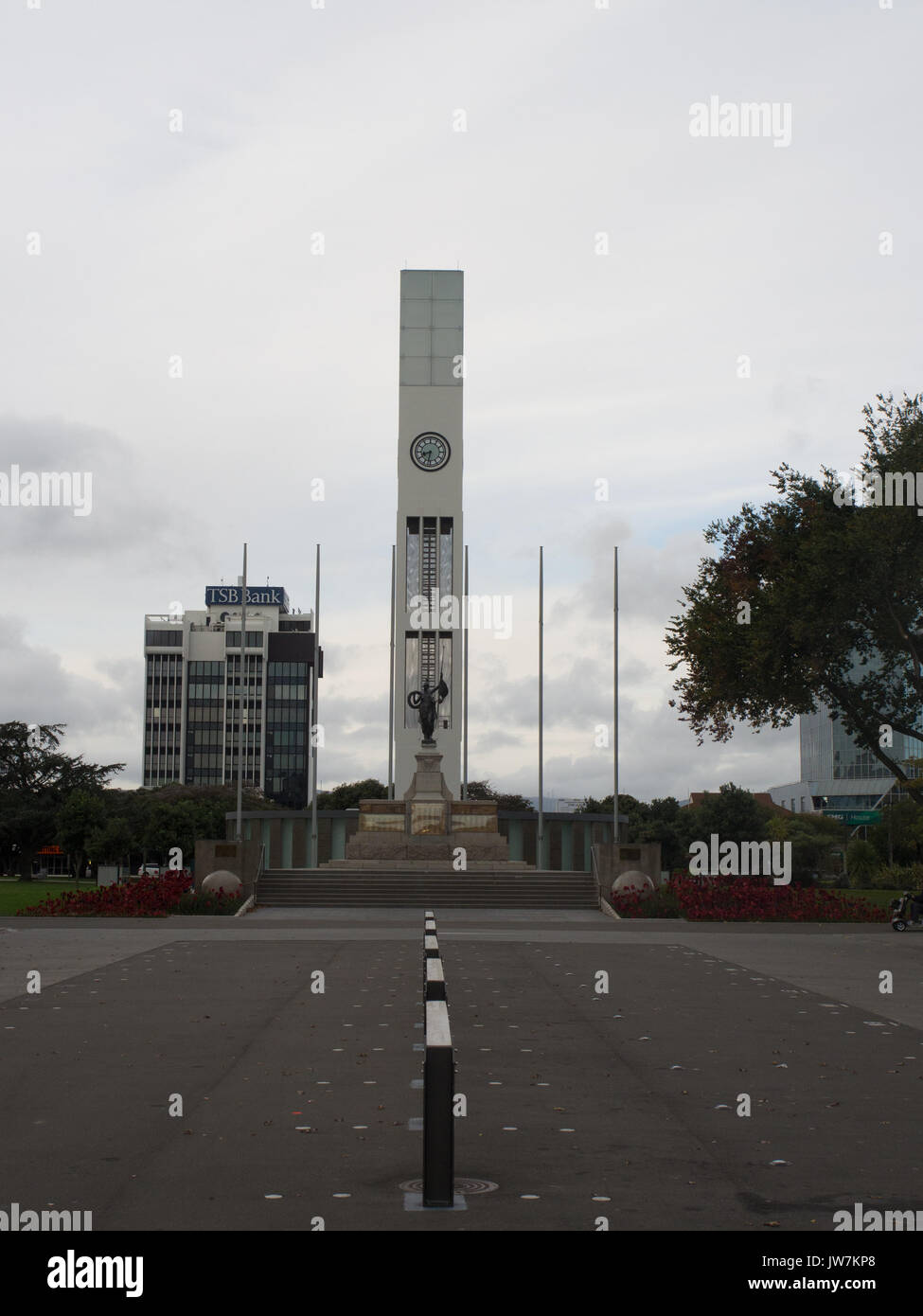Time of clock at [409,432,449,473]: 8:32
